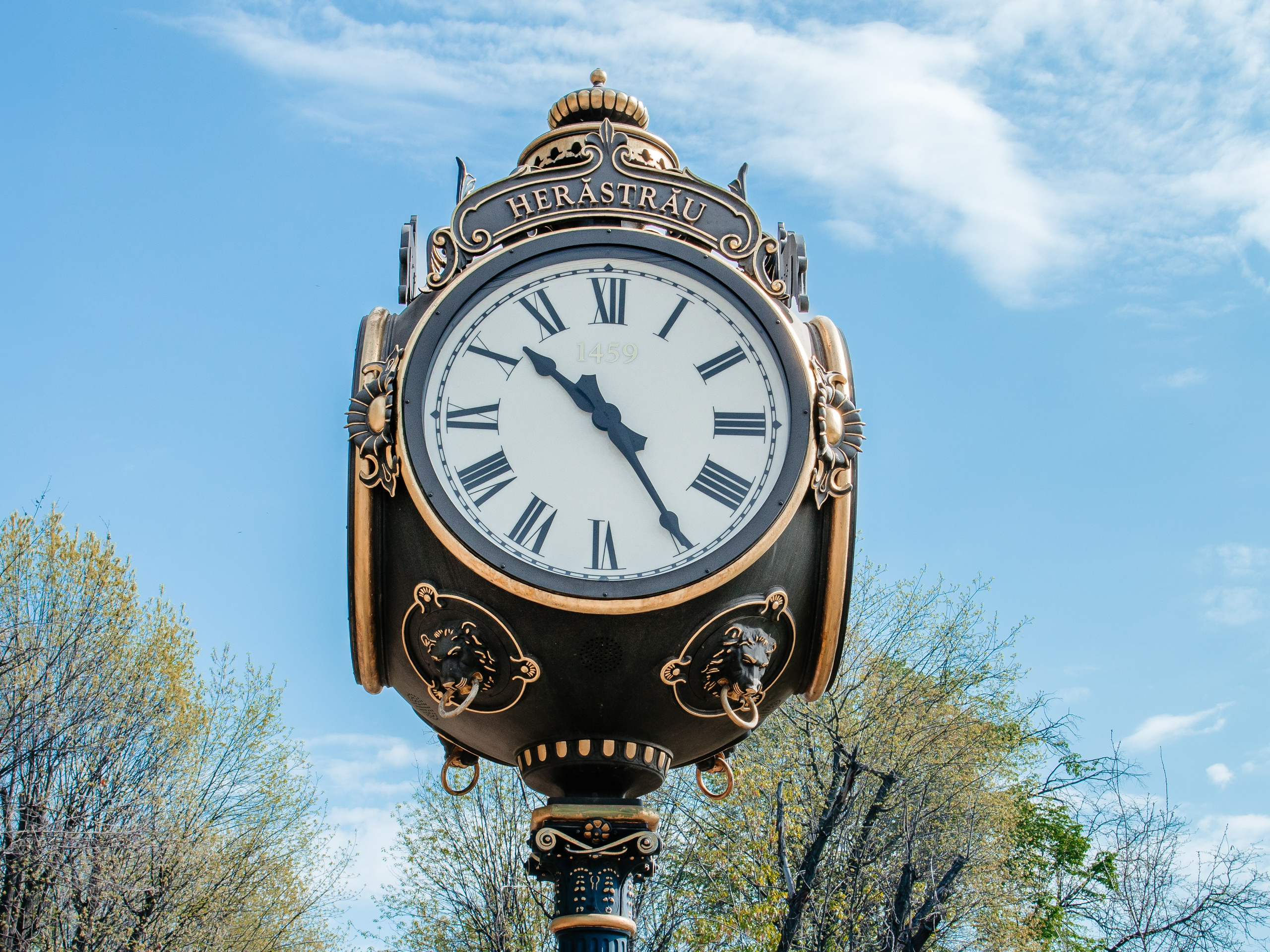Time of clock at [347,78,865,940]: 10:24
